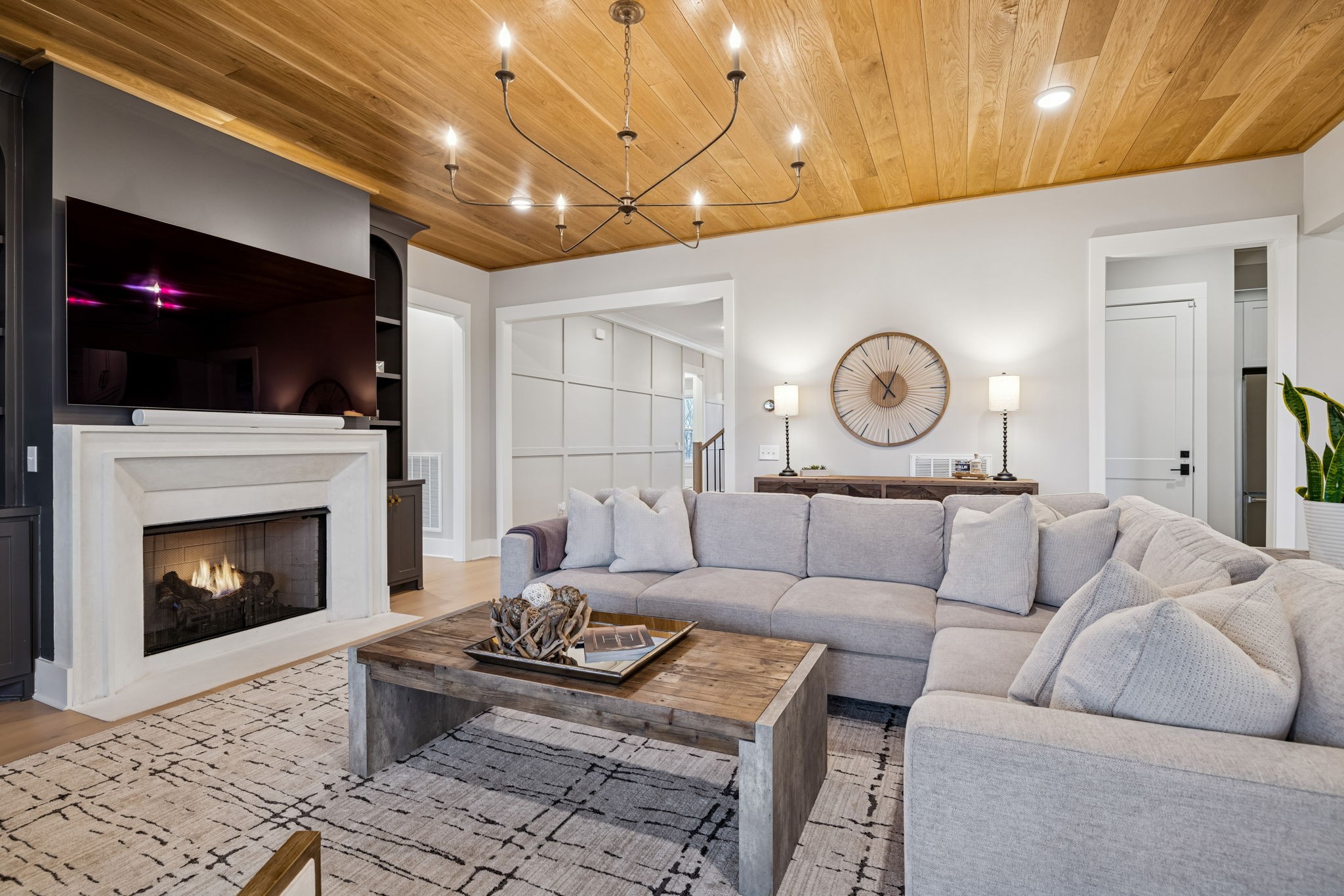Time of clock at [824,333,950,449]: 12:53
